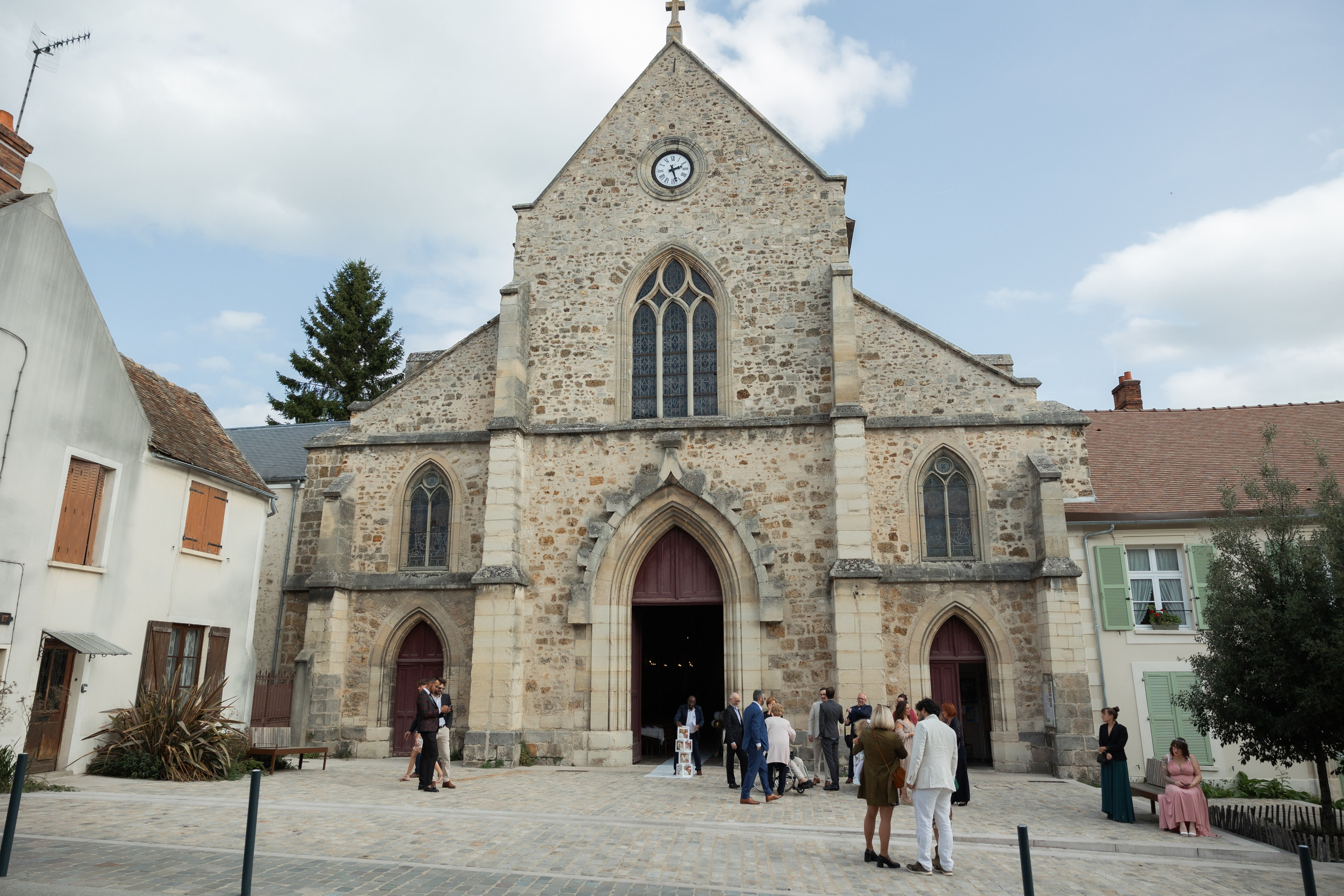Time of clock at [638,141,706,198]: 2:26
